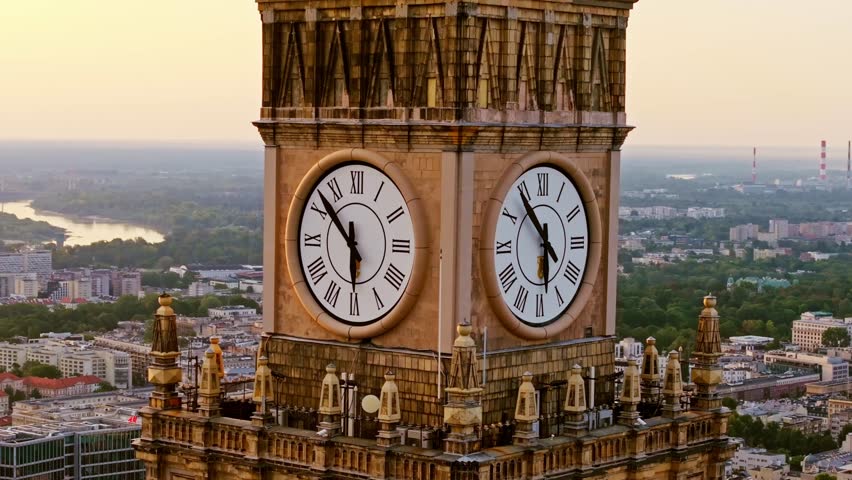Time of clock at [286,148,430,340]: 5:52
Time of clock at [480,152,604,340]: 5:53
